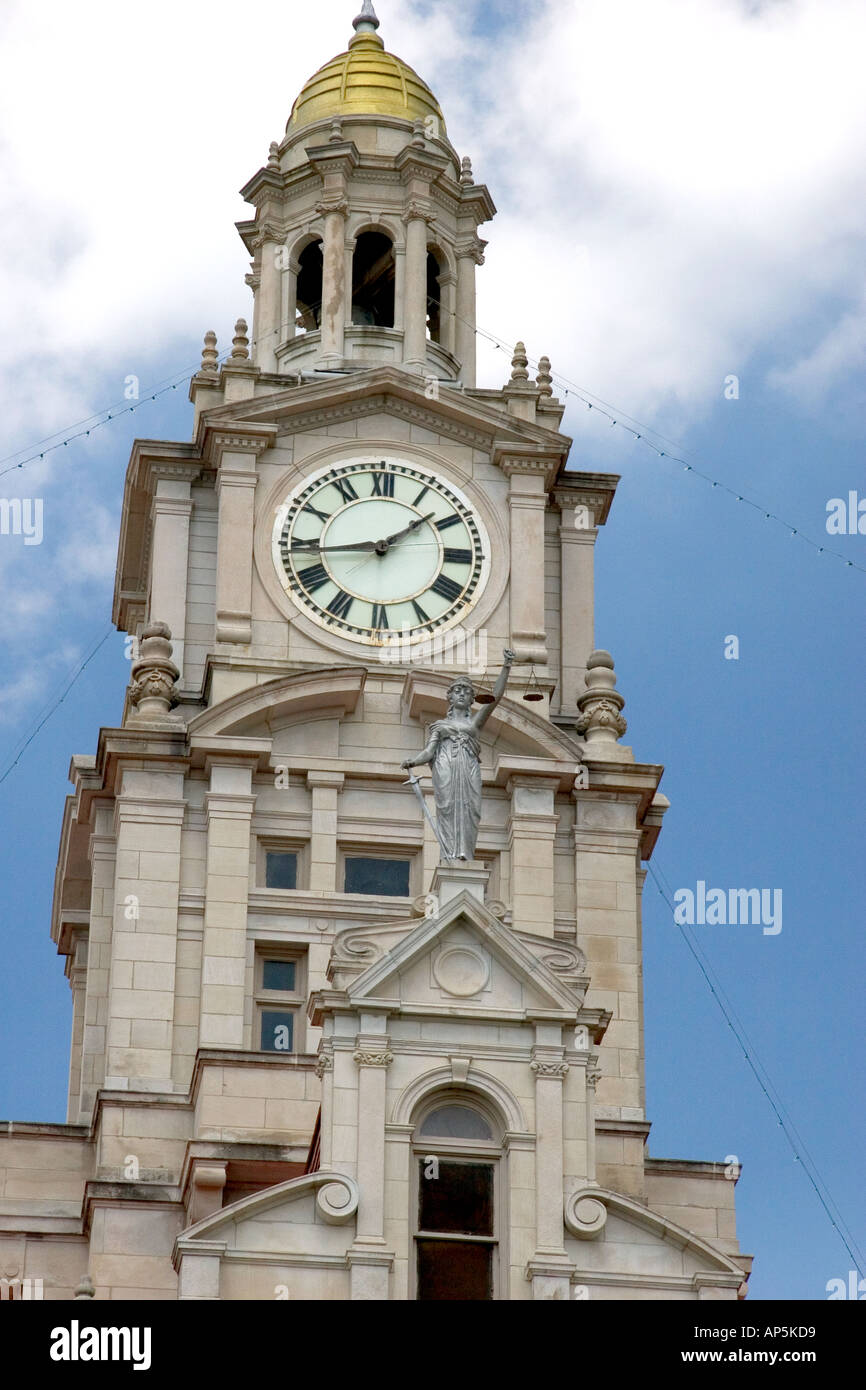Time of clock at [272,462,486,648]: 1:43
